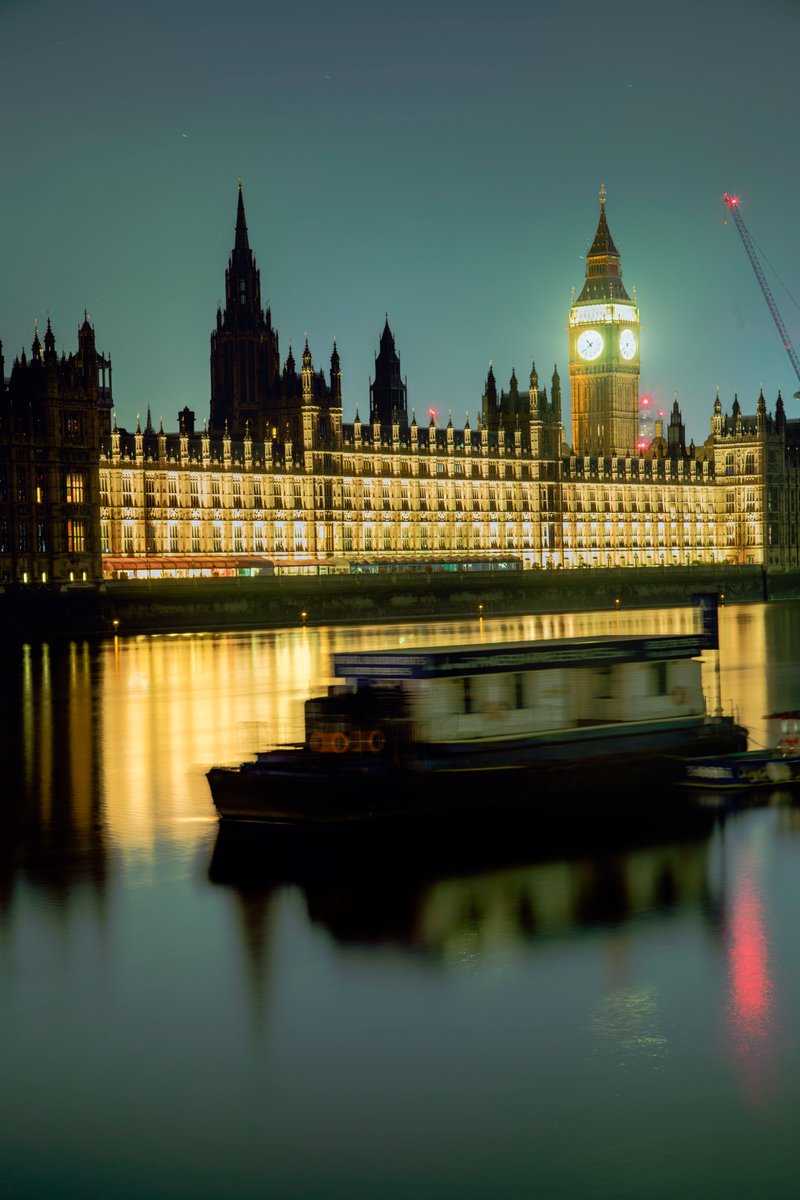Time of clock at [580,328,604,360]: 10:39
